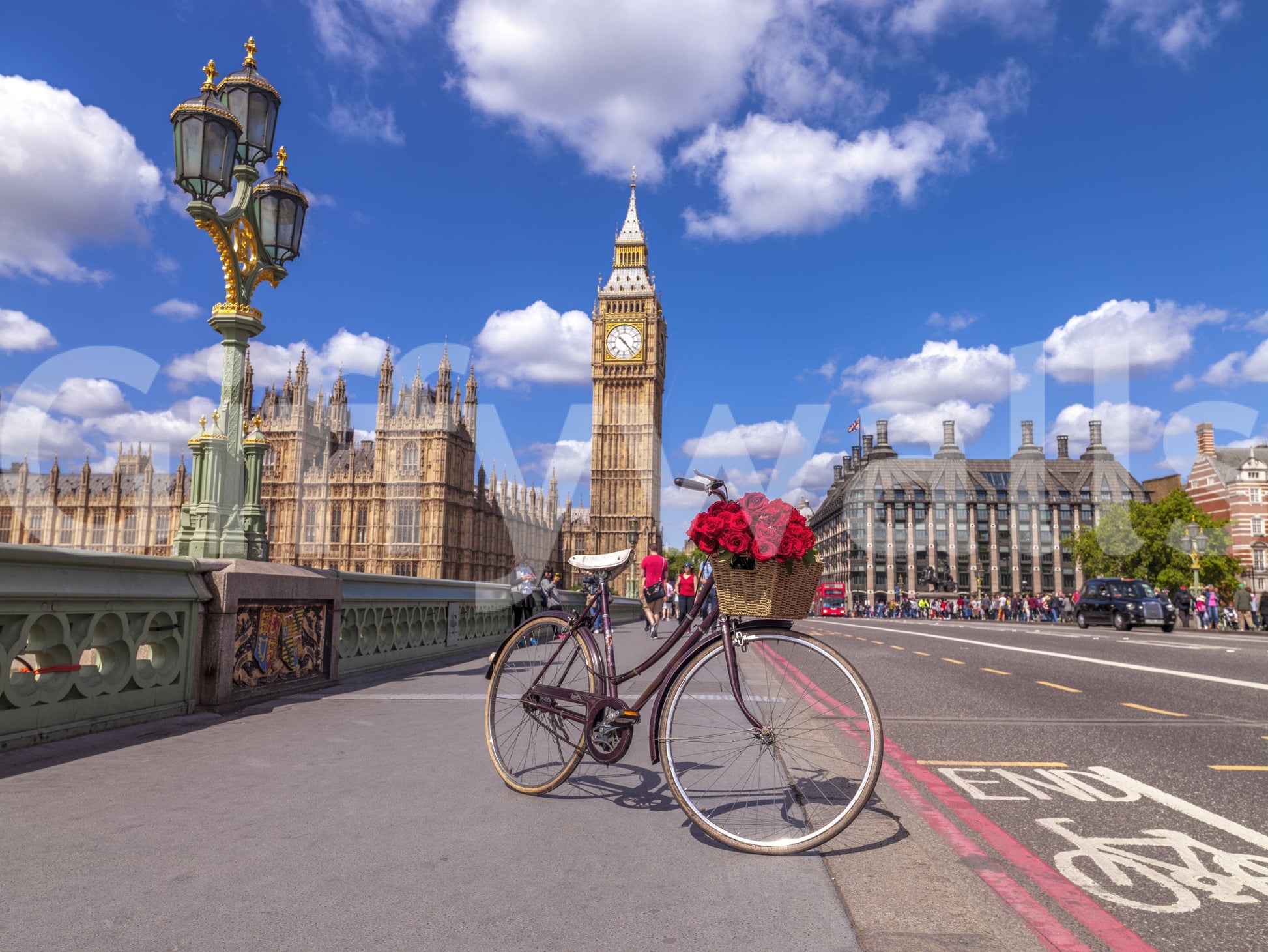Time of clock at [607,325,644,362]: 10:22
